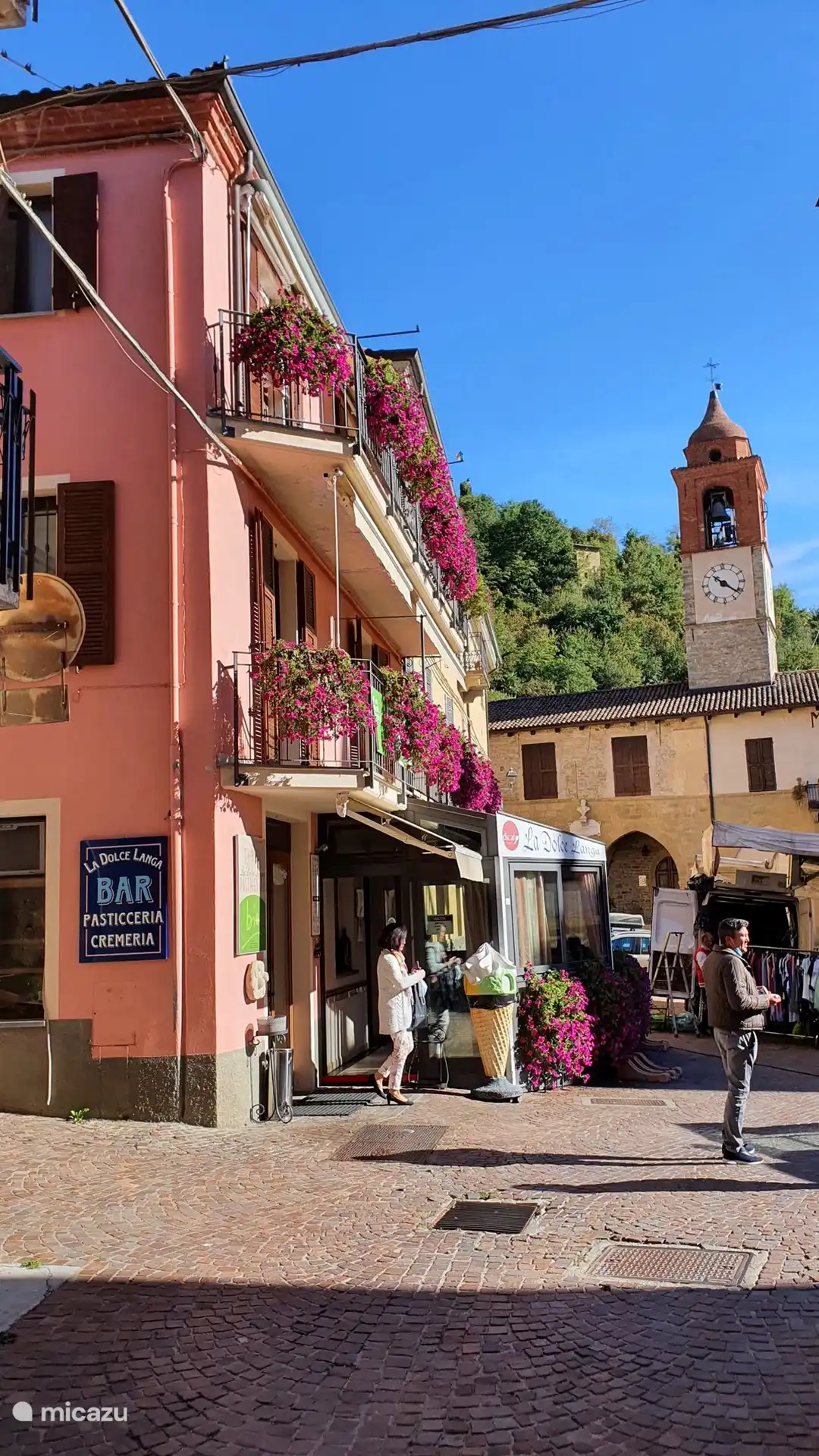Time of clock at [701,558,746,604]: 10:21
